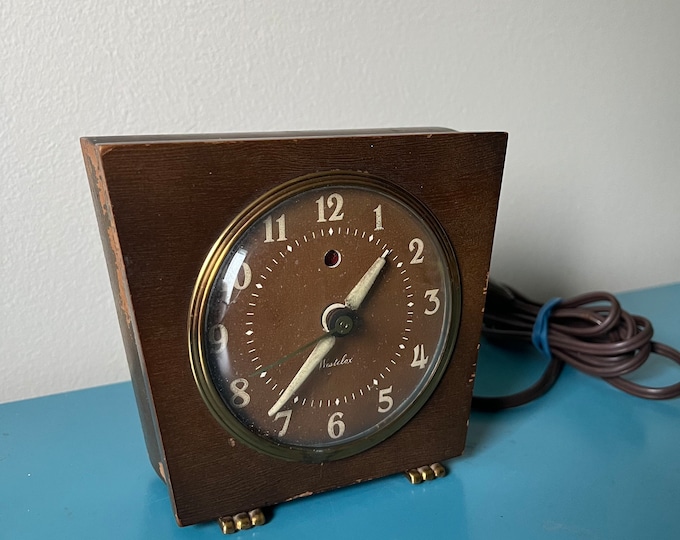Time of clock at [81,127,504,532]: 1:36
